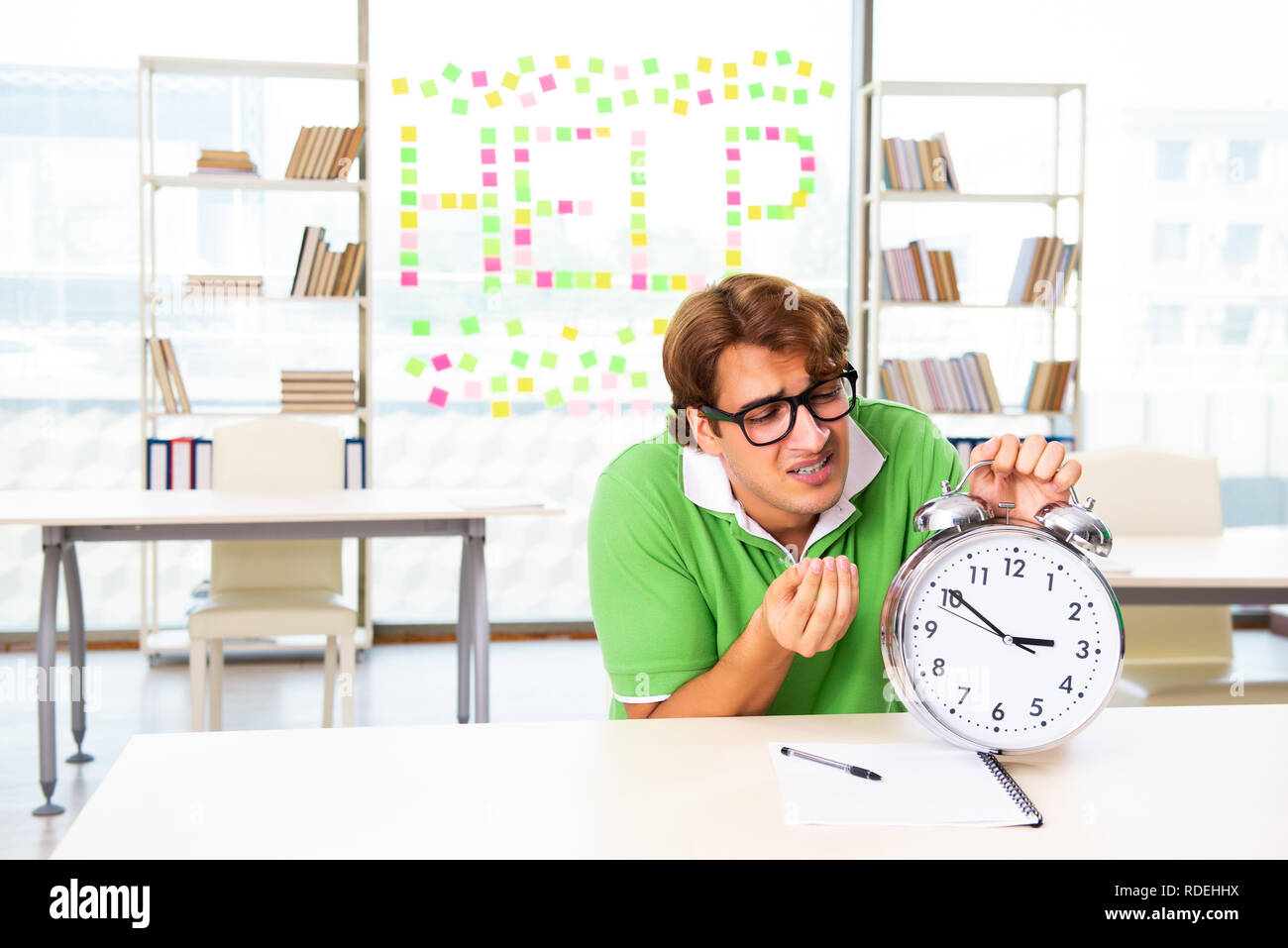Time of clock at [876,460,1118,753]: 2:50
